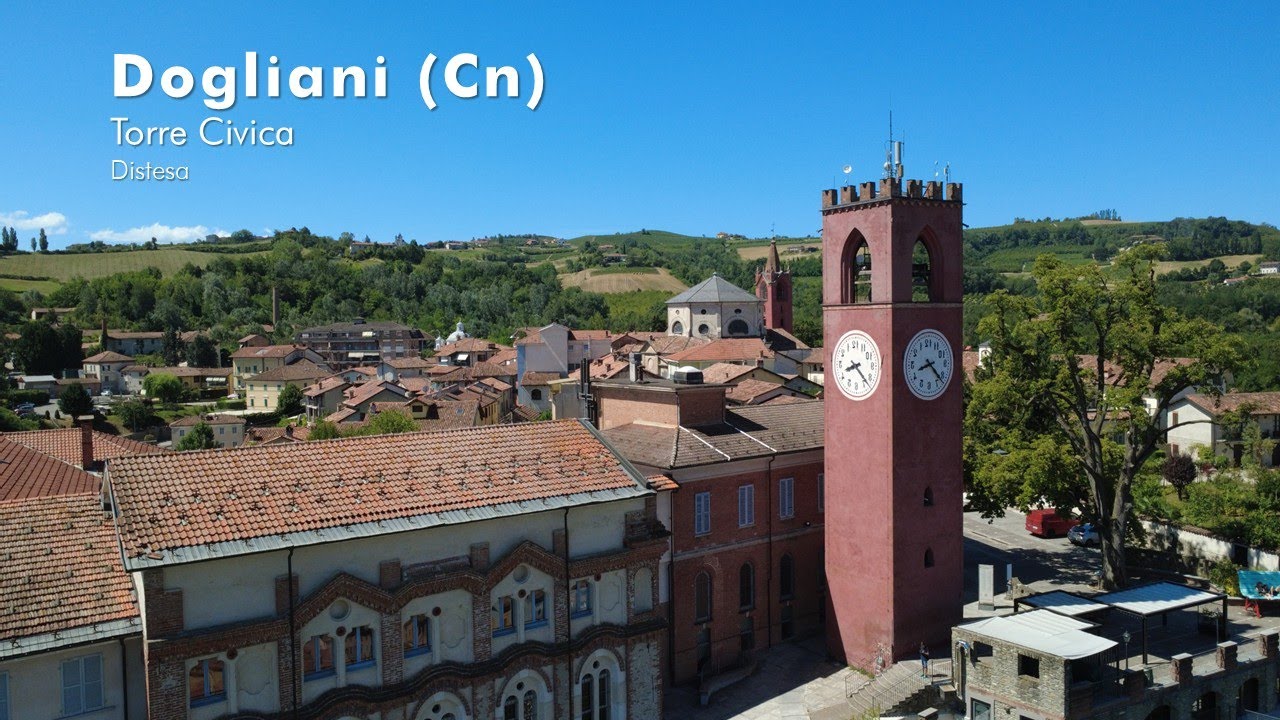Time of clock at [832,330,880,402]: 8:22
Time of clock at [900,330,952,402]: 8:22
